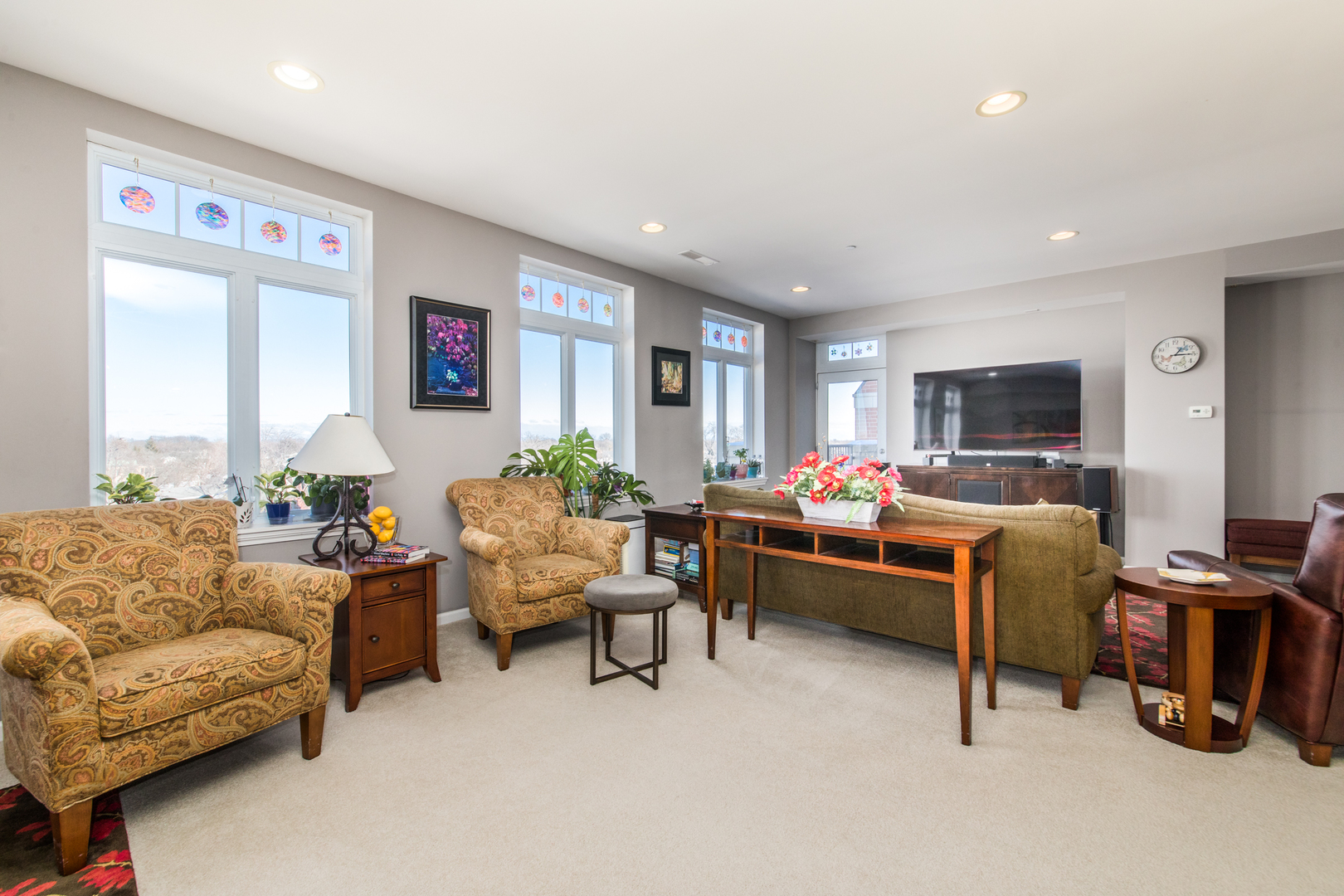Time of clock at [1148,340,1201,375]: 1:14
